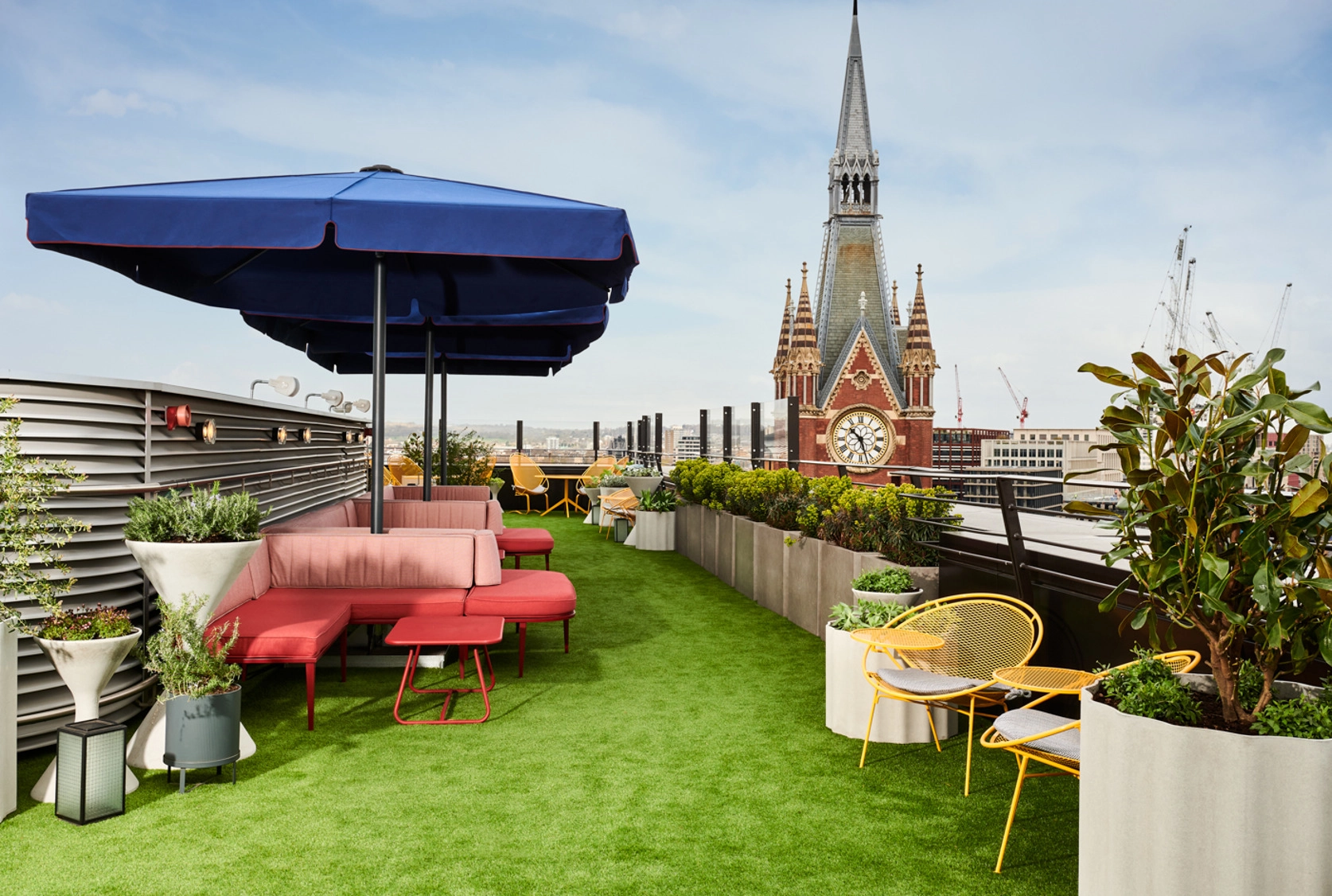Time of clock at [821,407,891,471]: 10:27
